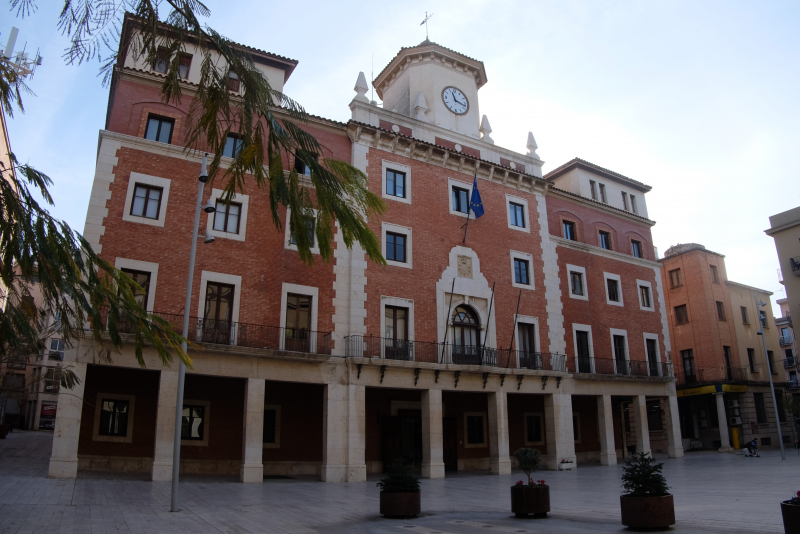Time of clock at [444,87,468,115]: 11:17
